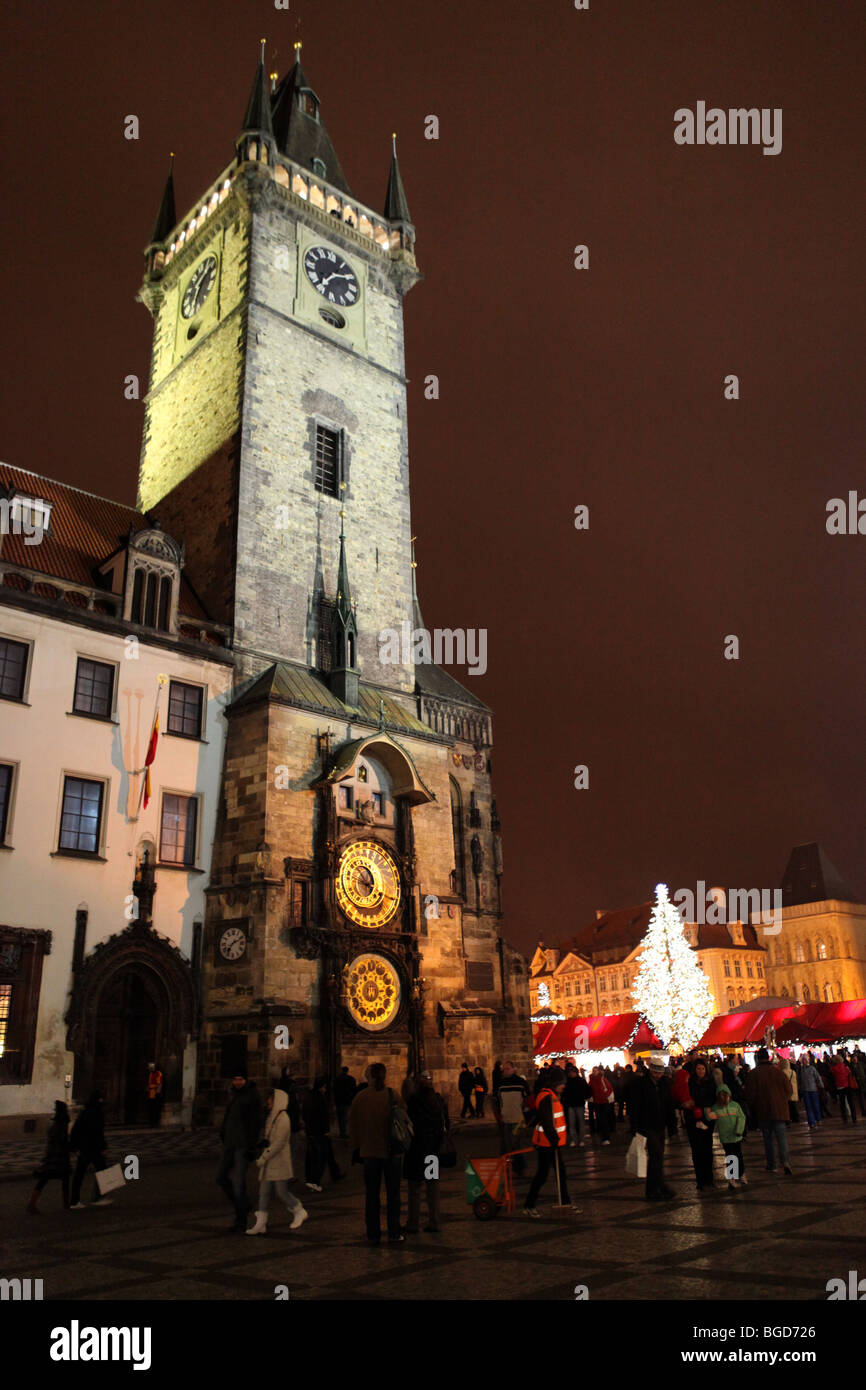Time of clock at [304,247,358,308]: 2:38
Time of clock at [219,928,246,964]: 7:11
